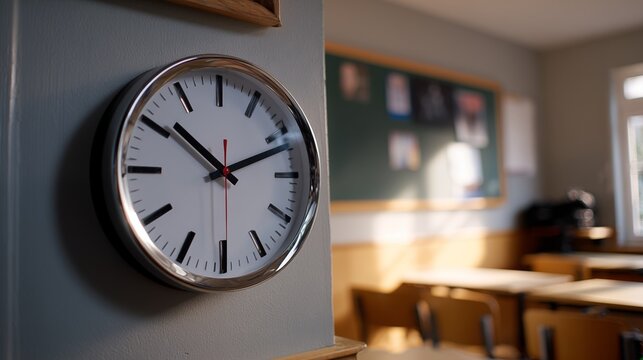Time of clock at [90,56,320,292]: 10:11
